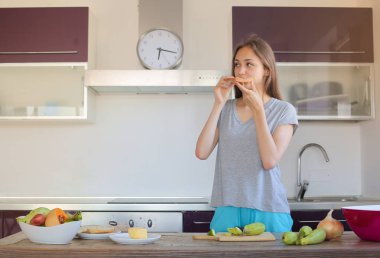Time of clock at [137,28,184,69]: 6:17
